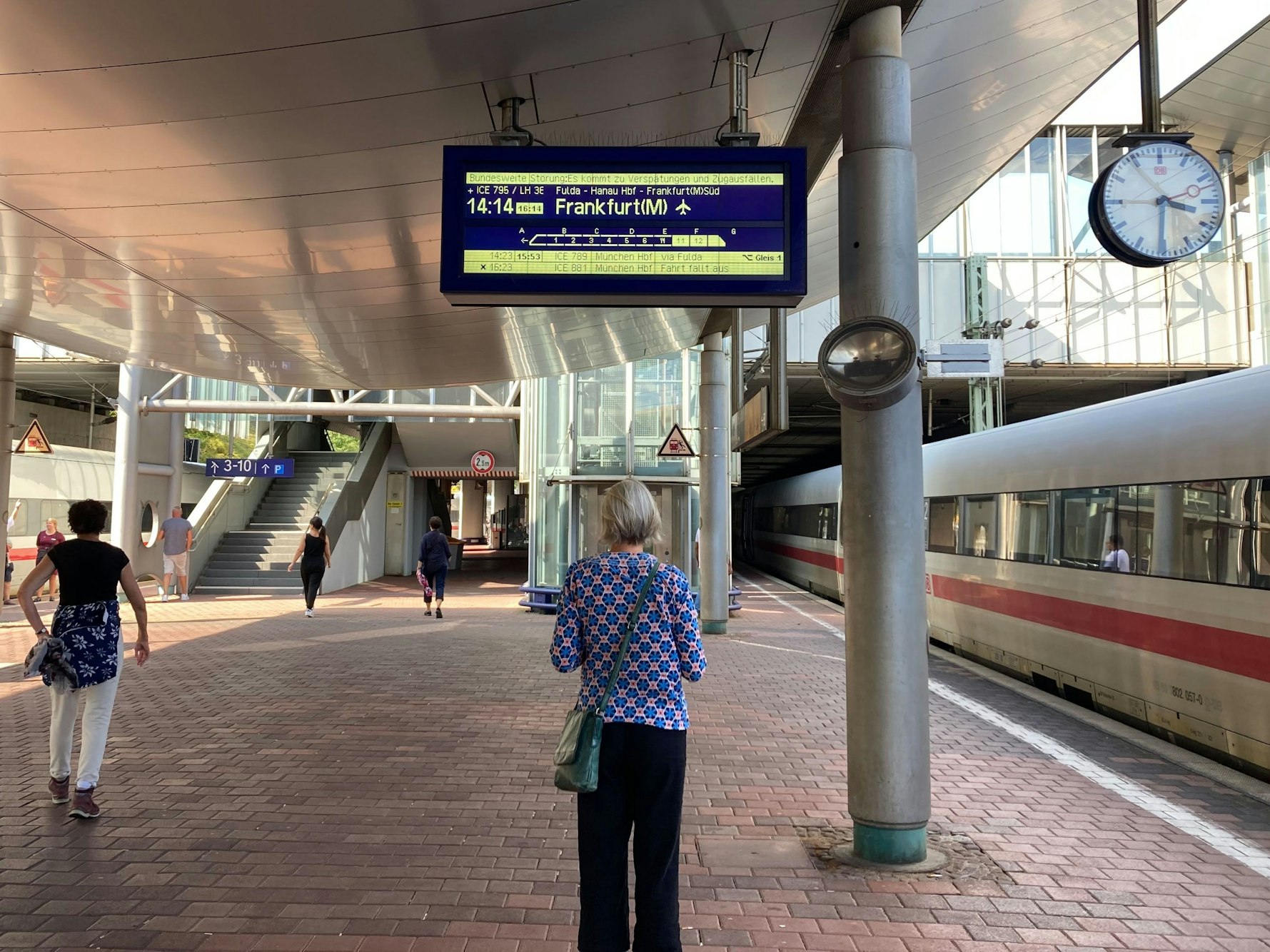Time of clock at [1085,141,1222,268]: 3:30
